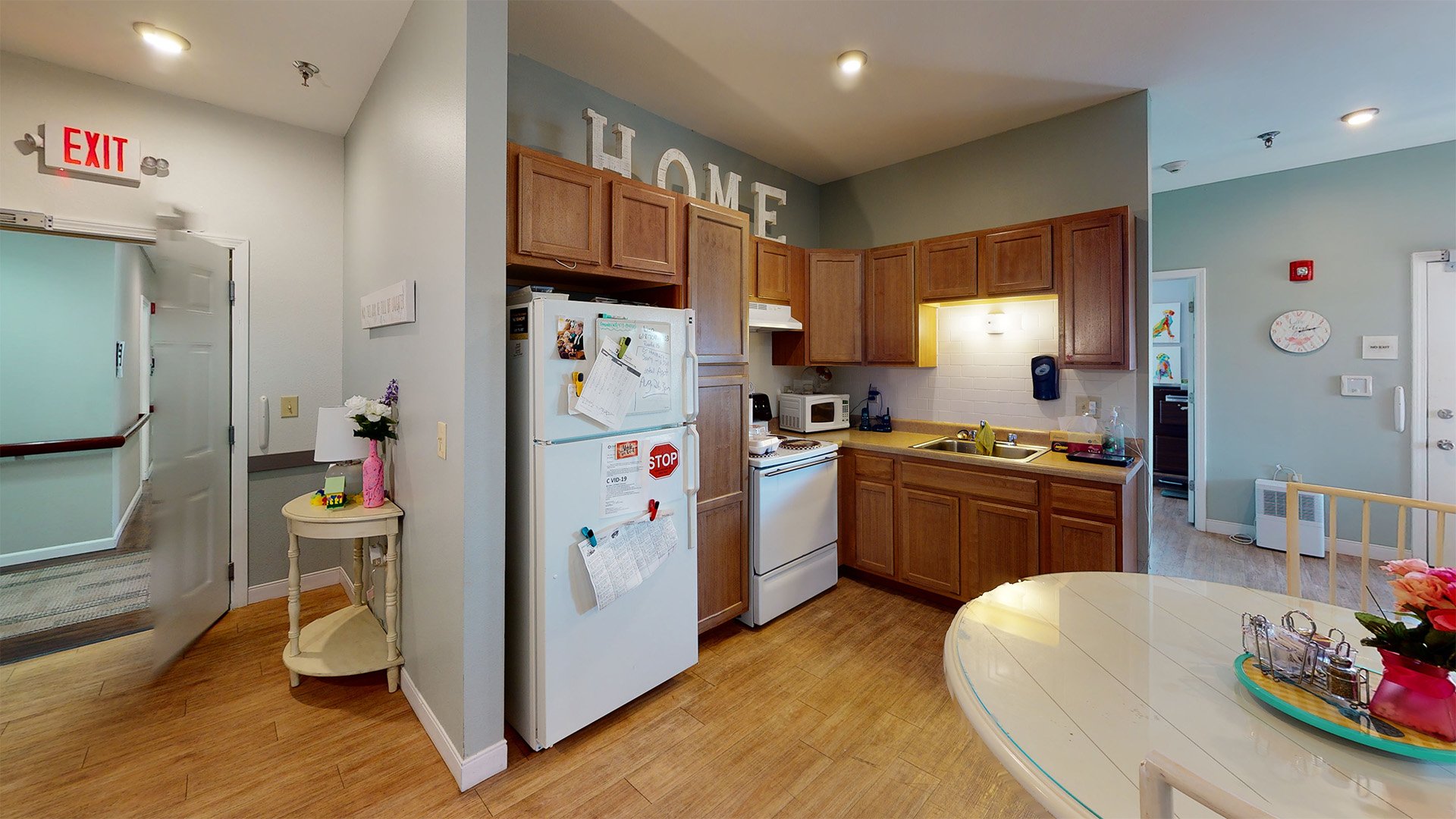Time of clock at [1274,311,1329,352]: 2:12
